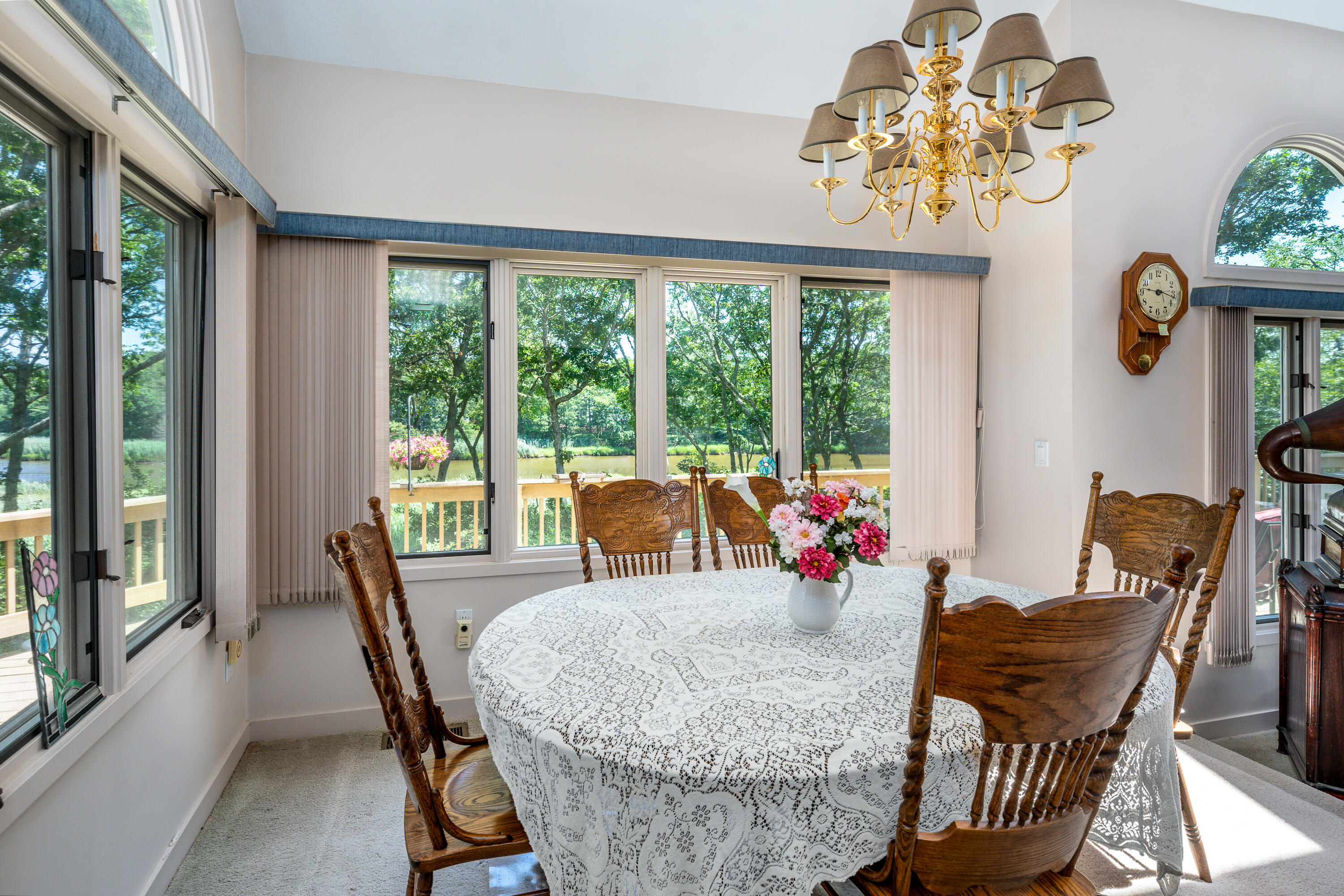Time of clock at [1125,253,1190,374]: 9:17
